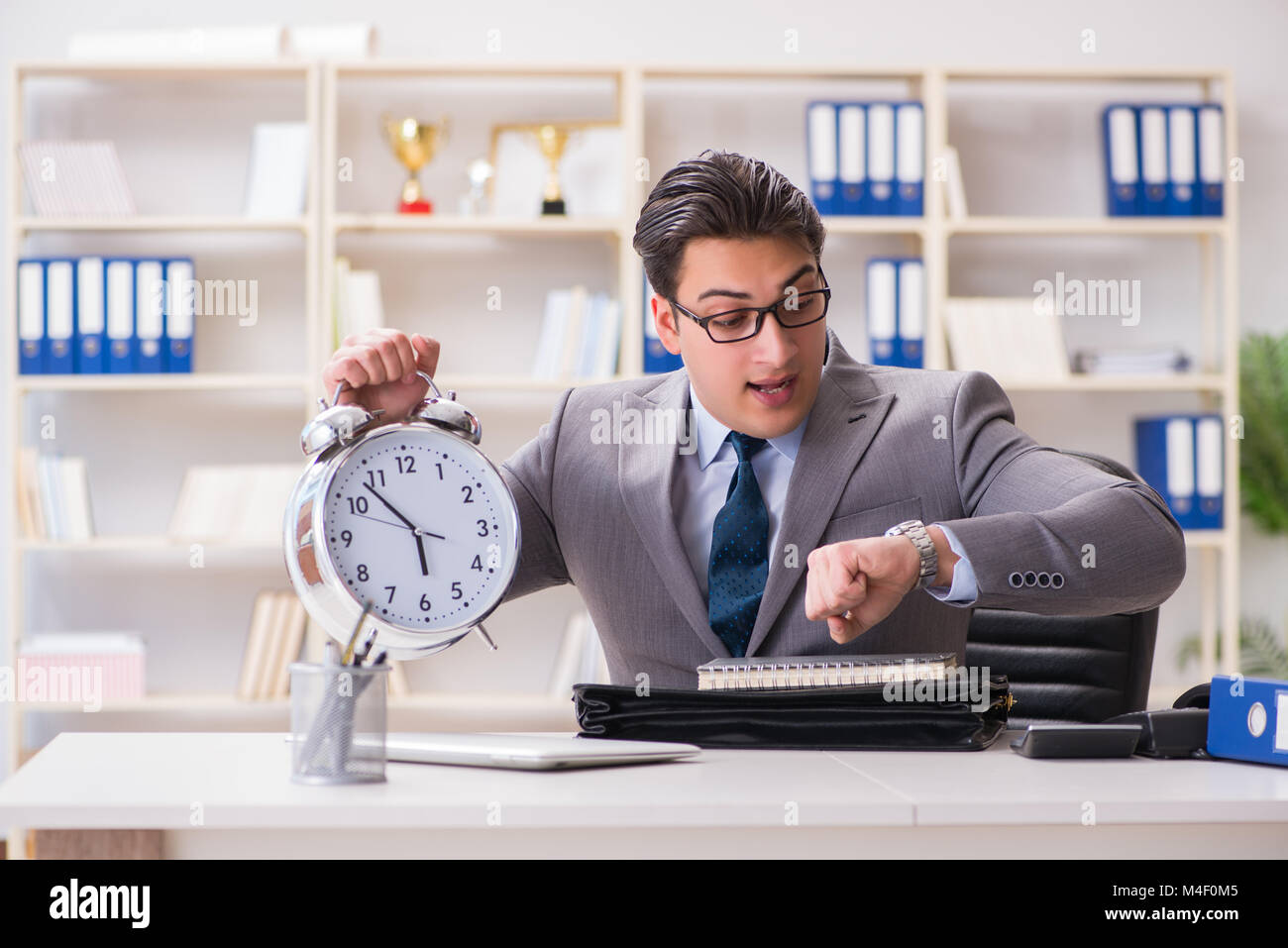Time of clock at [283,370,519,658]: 5:53
